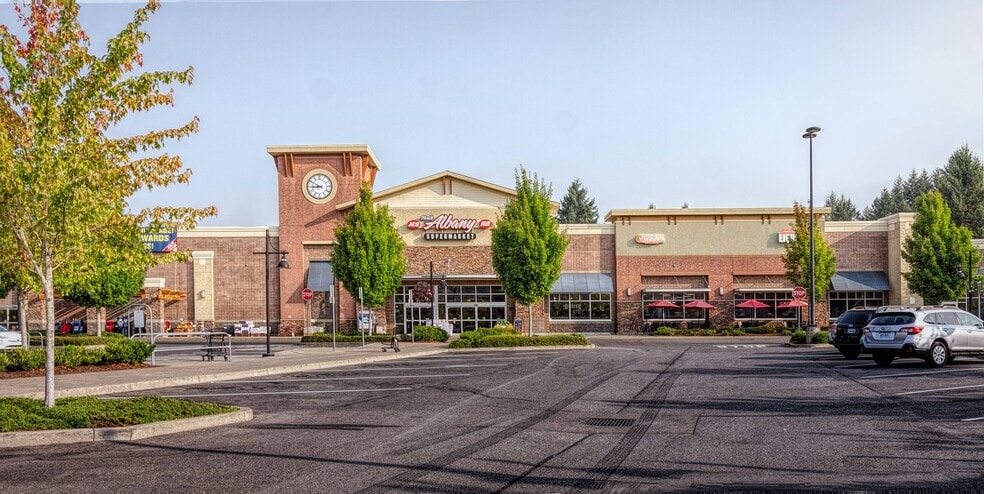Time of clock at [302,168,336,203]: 8:49
